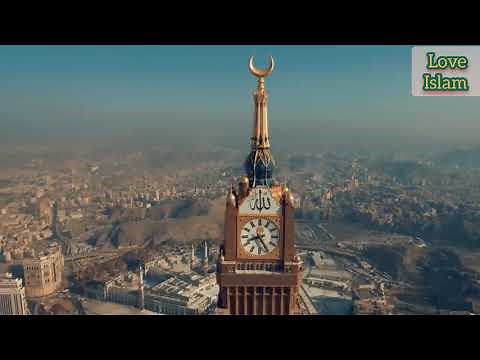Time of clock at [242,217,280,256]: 8:25
